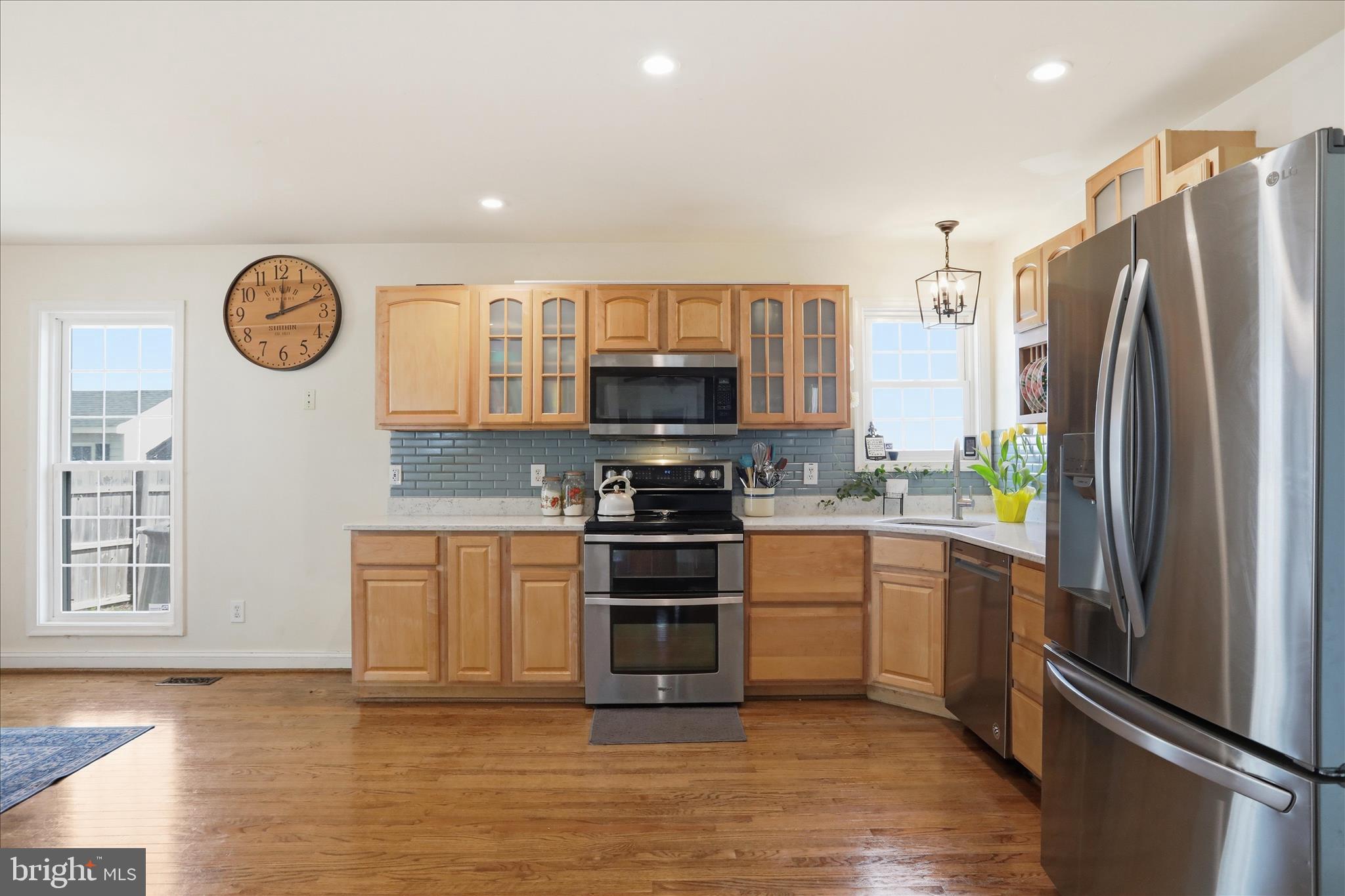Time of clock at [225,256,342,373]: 12:11
